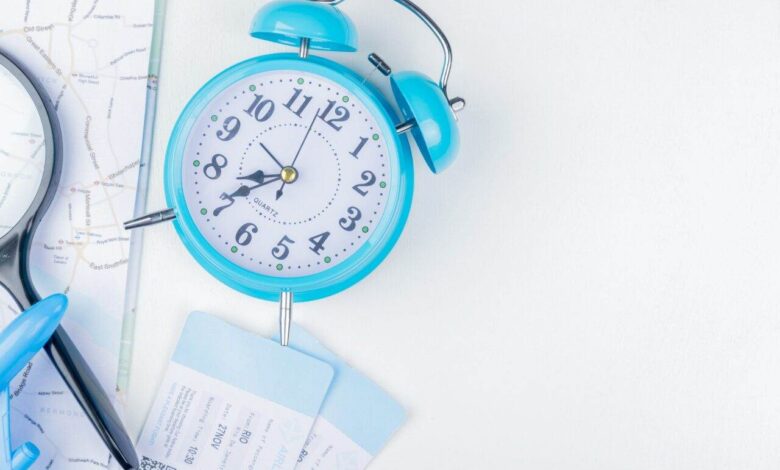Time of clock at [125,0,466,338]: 8:40
